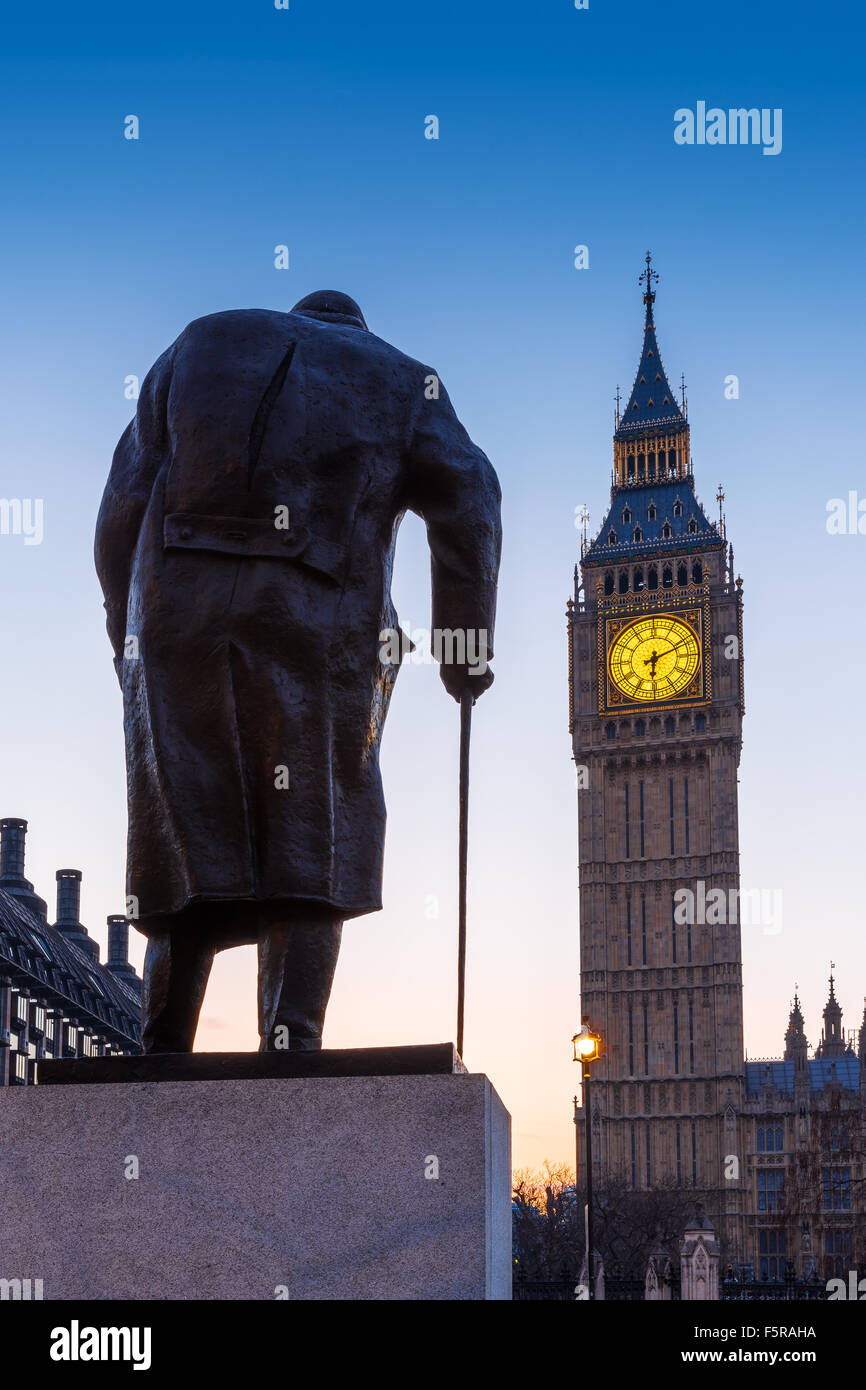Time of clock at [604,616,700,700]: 6:11
